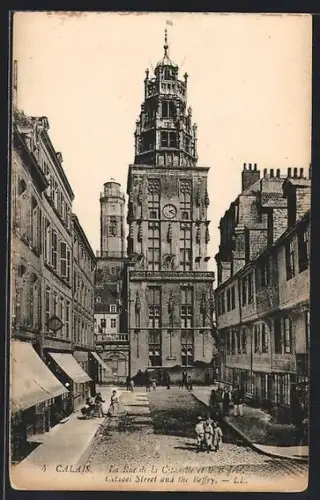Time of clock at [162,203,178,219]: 2:21
